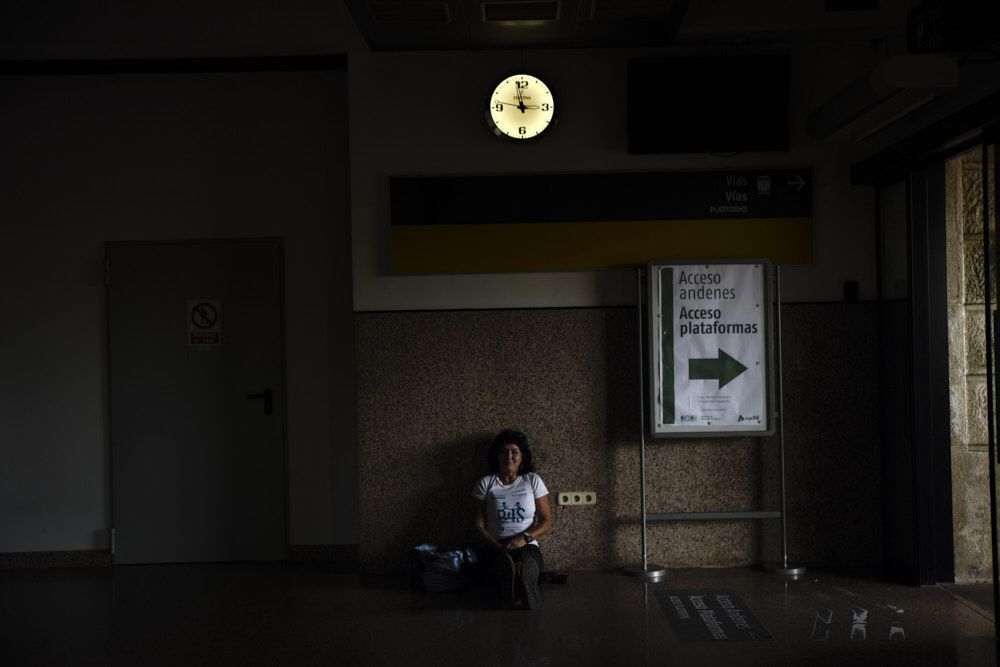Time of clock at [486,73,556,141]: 11:46
